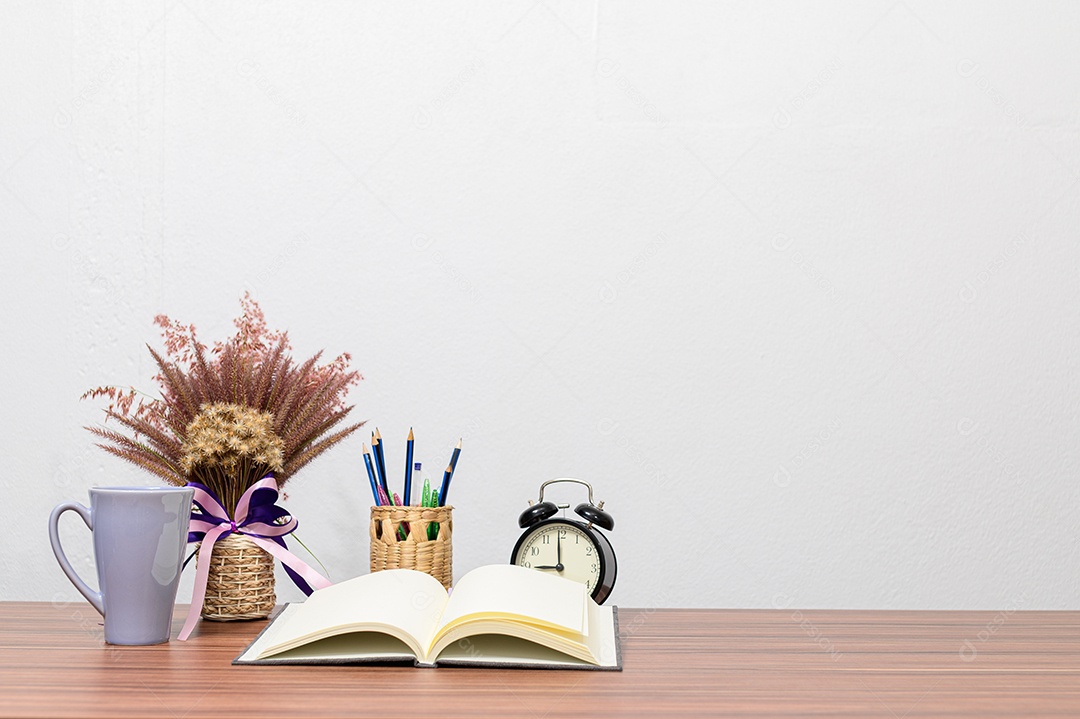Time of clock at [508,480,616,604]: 8:59
